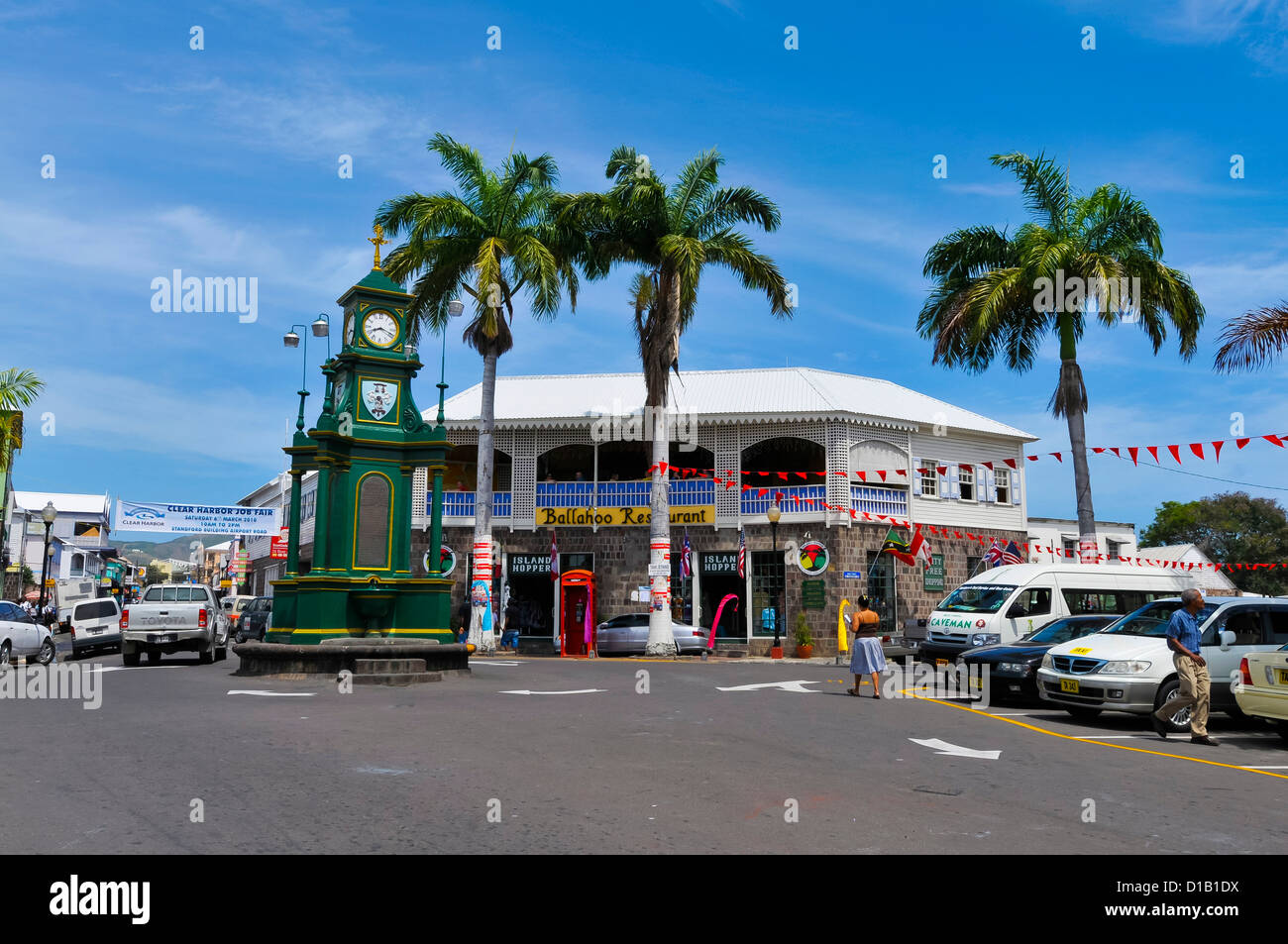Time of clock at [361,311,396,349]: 8:18
